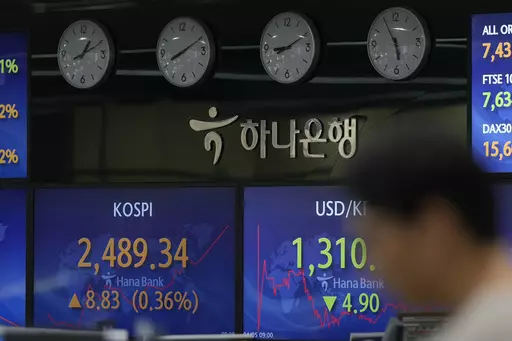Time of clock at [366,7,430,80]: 5:55
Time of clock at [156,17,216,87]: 8:10
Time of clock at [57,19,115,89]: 1:10
